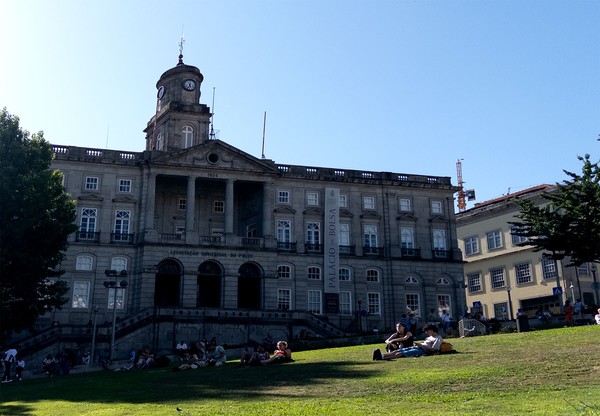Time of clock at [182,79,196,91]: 5:34
